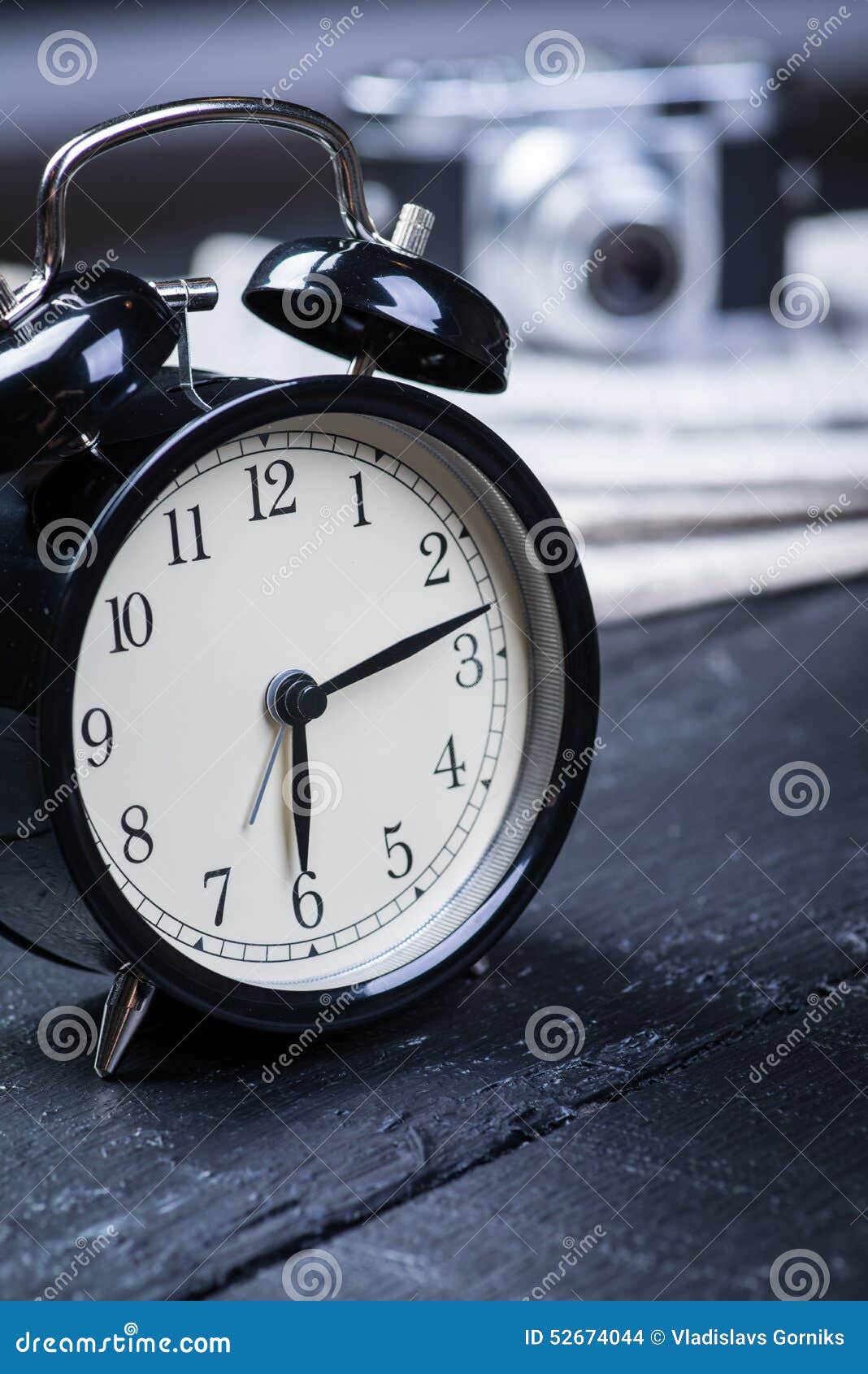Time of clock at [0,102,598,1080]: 6:13
